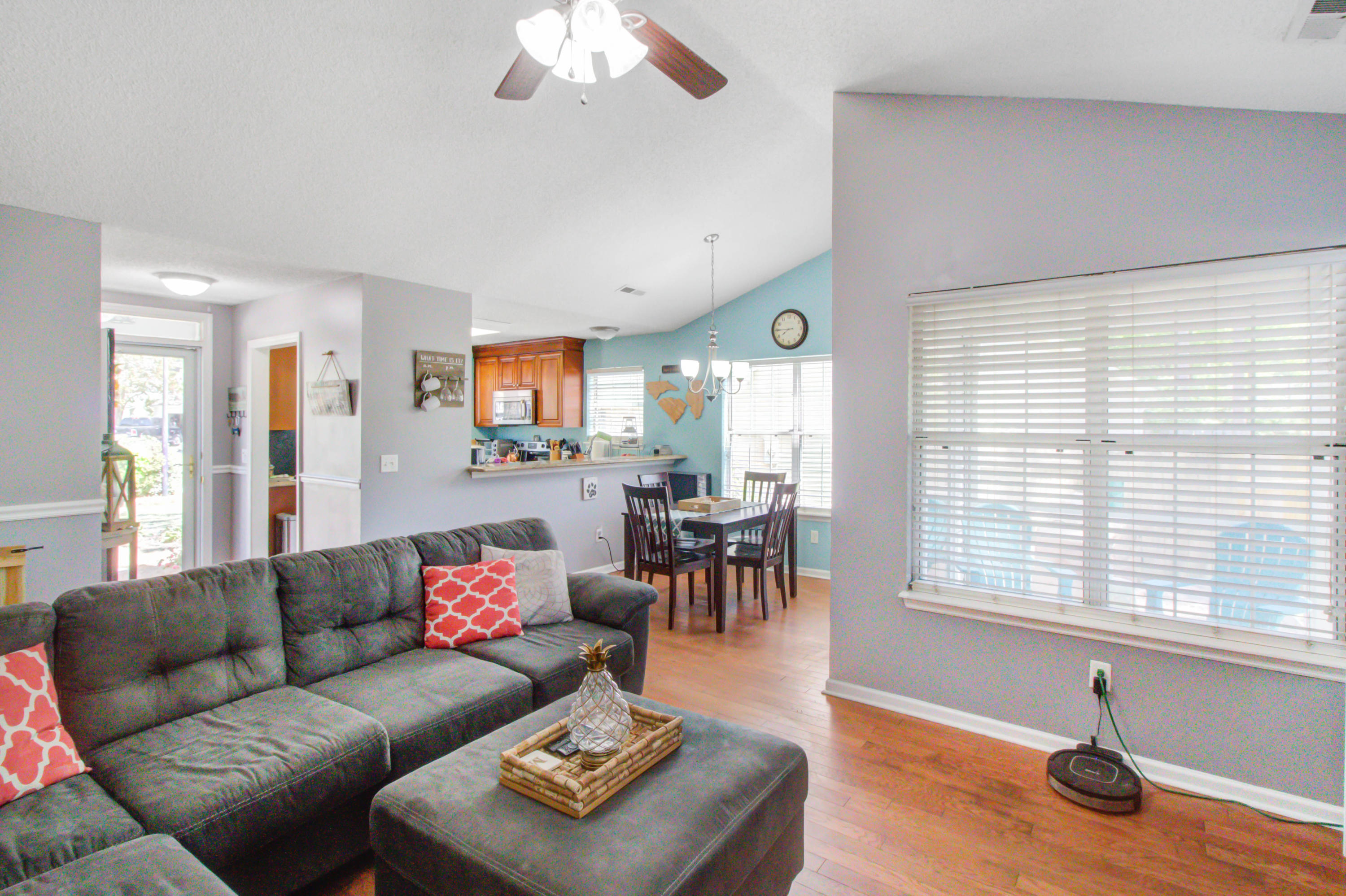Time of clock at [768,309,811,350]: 7:45
